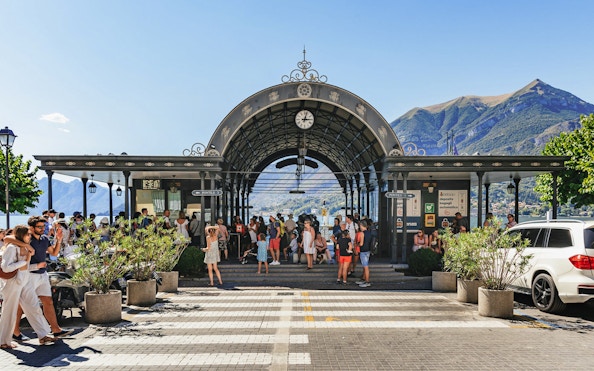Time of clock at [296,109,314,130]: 3:02
